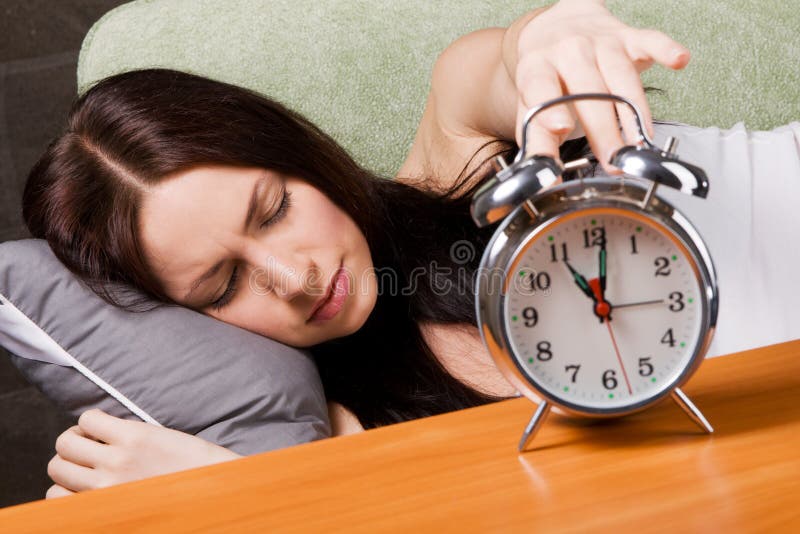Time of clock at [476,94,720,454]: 11:01
